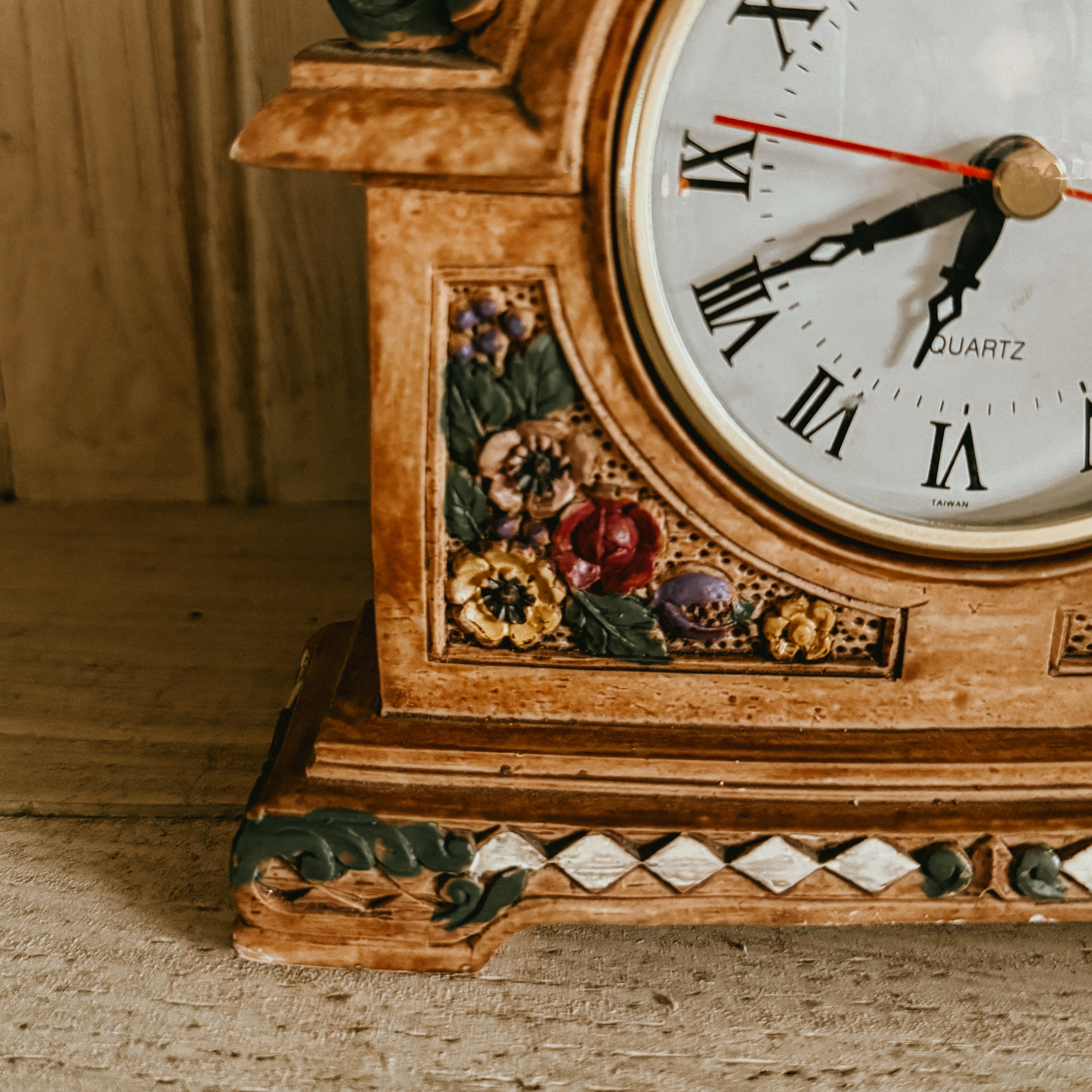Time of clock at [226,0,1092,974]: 6:41
